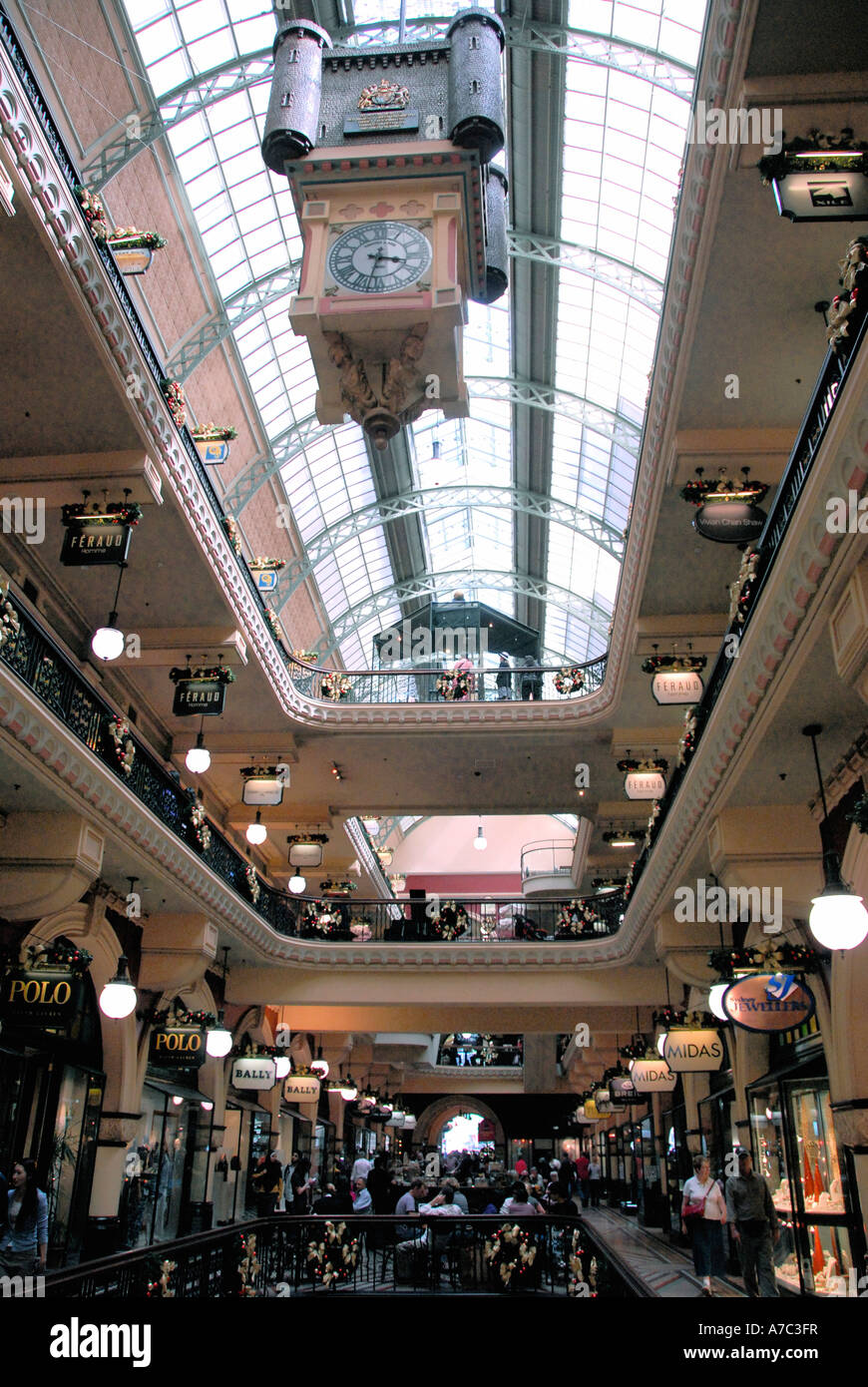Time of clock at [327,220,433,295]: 3:32
